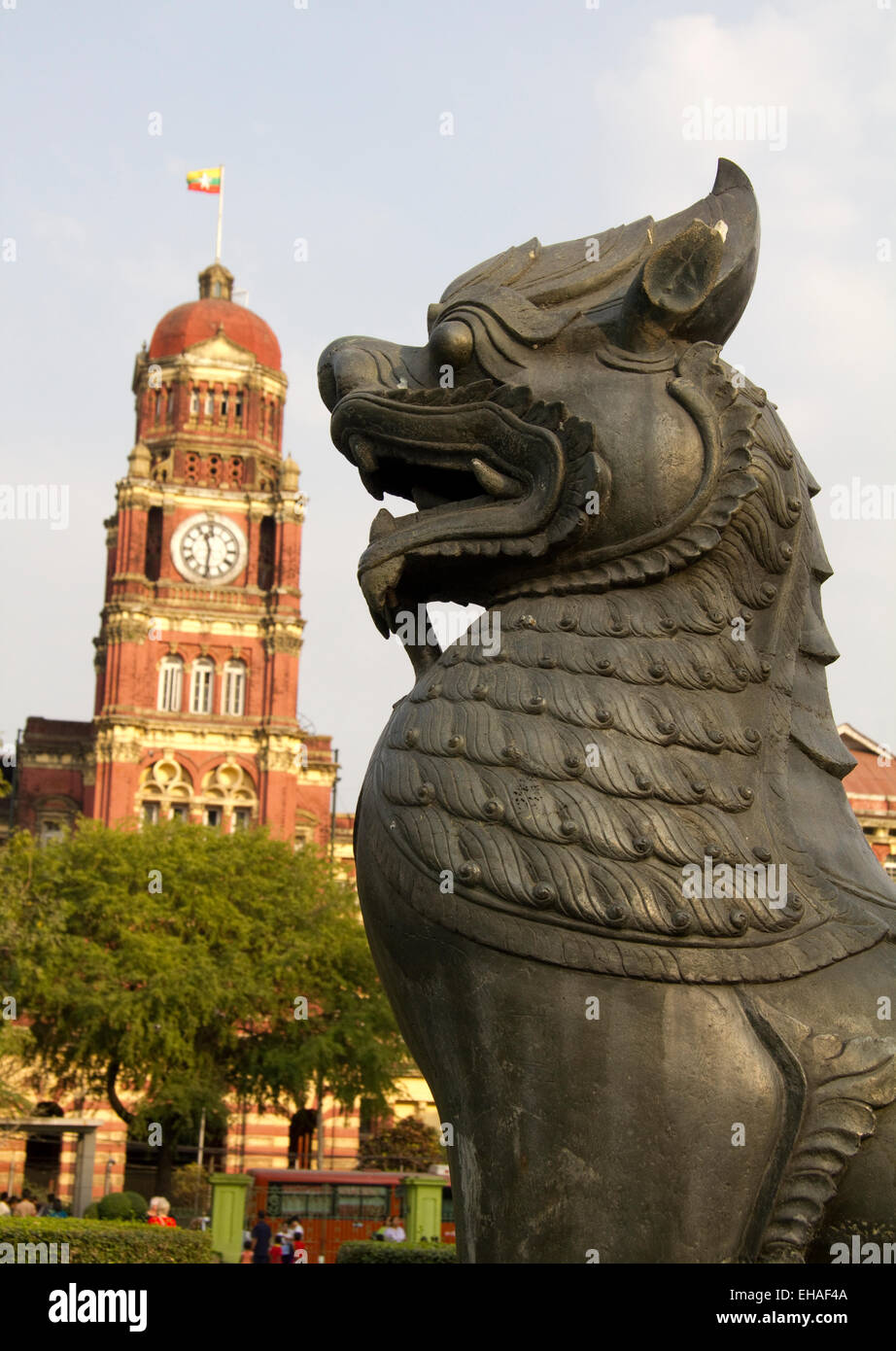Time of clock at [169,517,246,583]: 11:31
